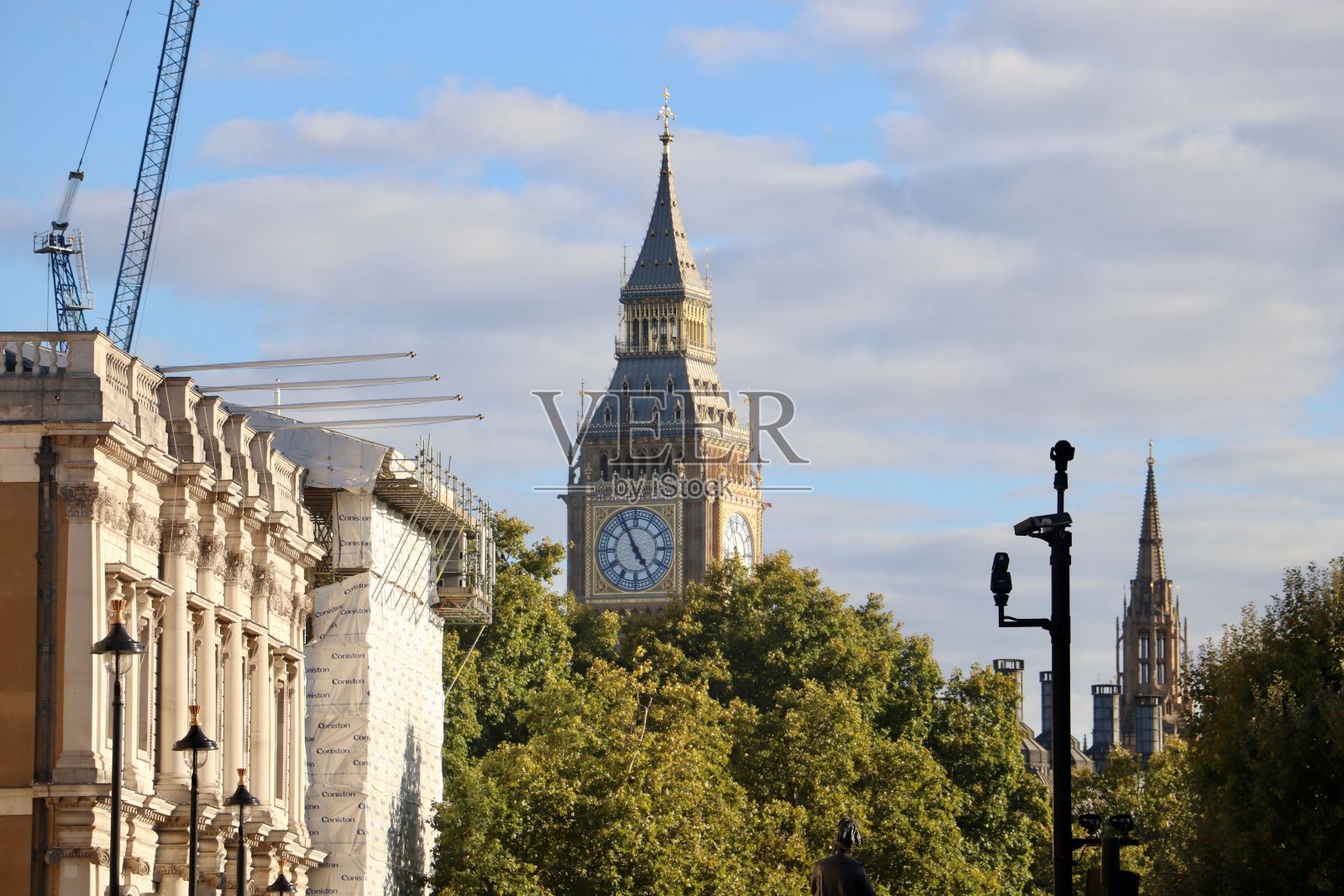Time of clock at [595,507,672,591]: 4:55
